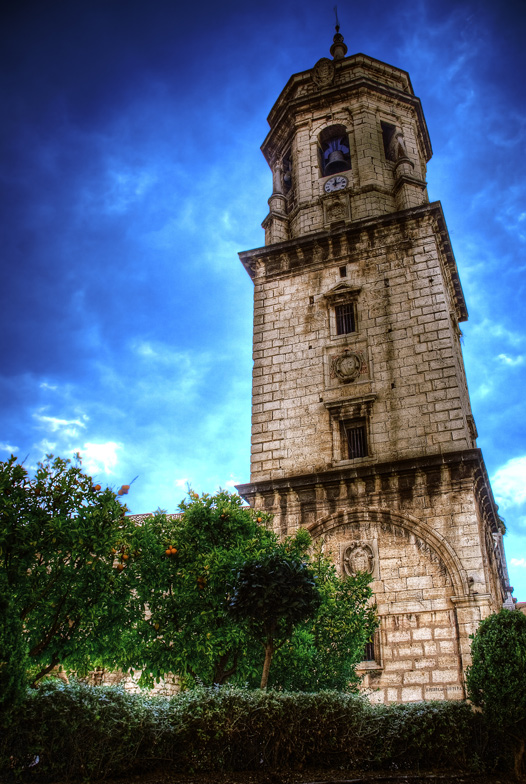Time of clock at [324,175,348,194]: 12:12
